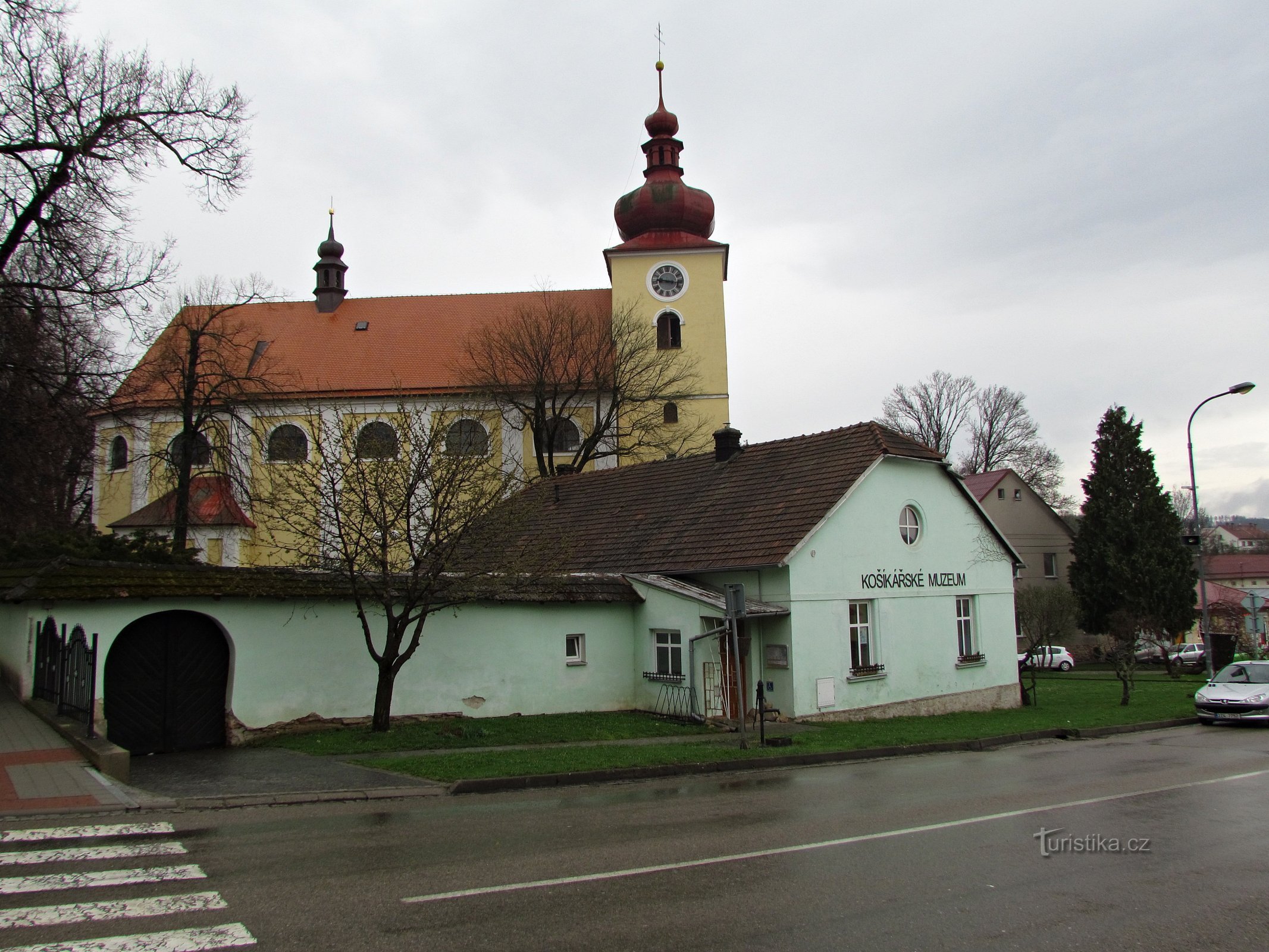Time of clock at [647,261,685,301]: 9:16
